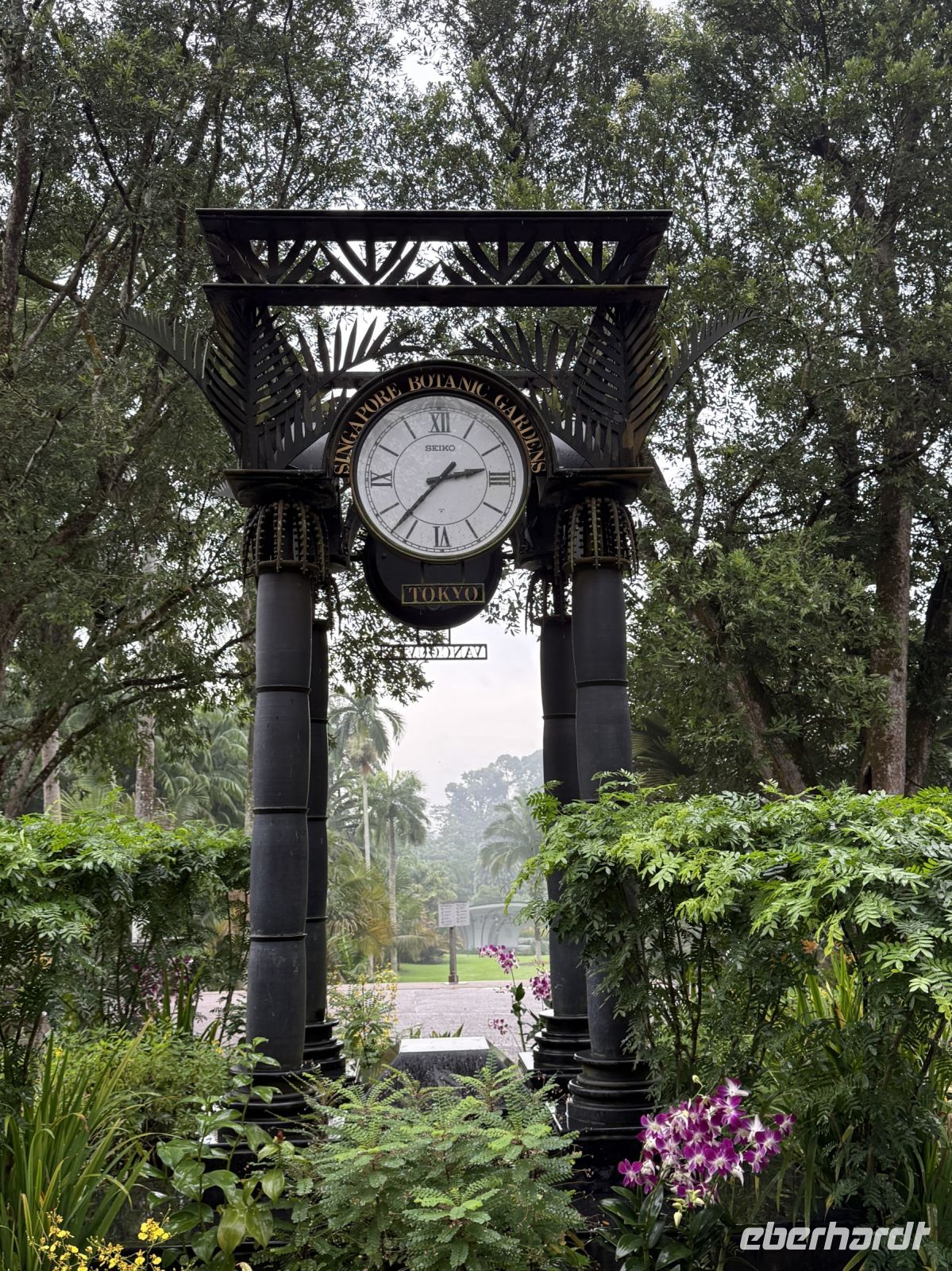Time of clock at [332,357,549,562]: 2:37
